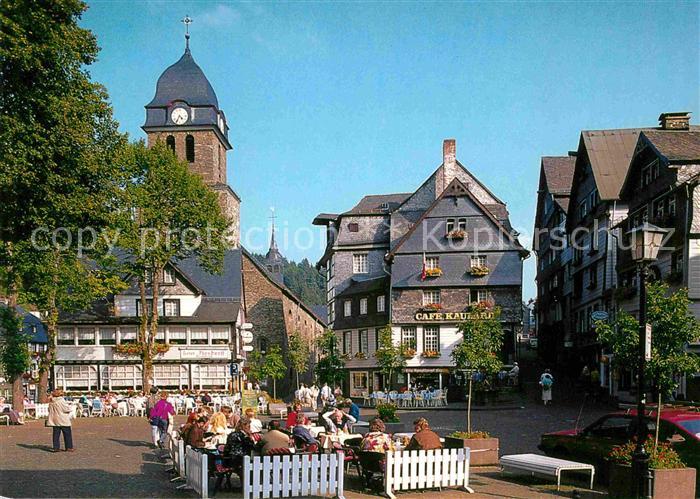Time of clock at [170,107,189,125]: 4:34
